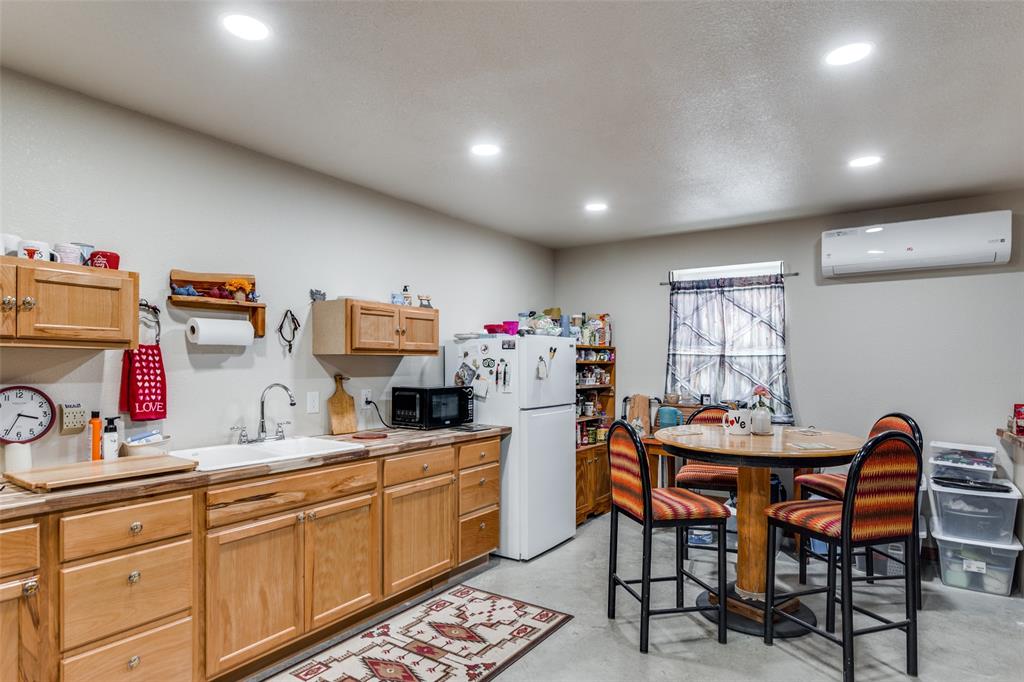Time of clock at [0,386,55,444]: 3:34
